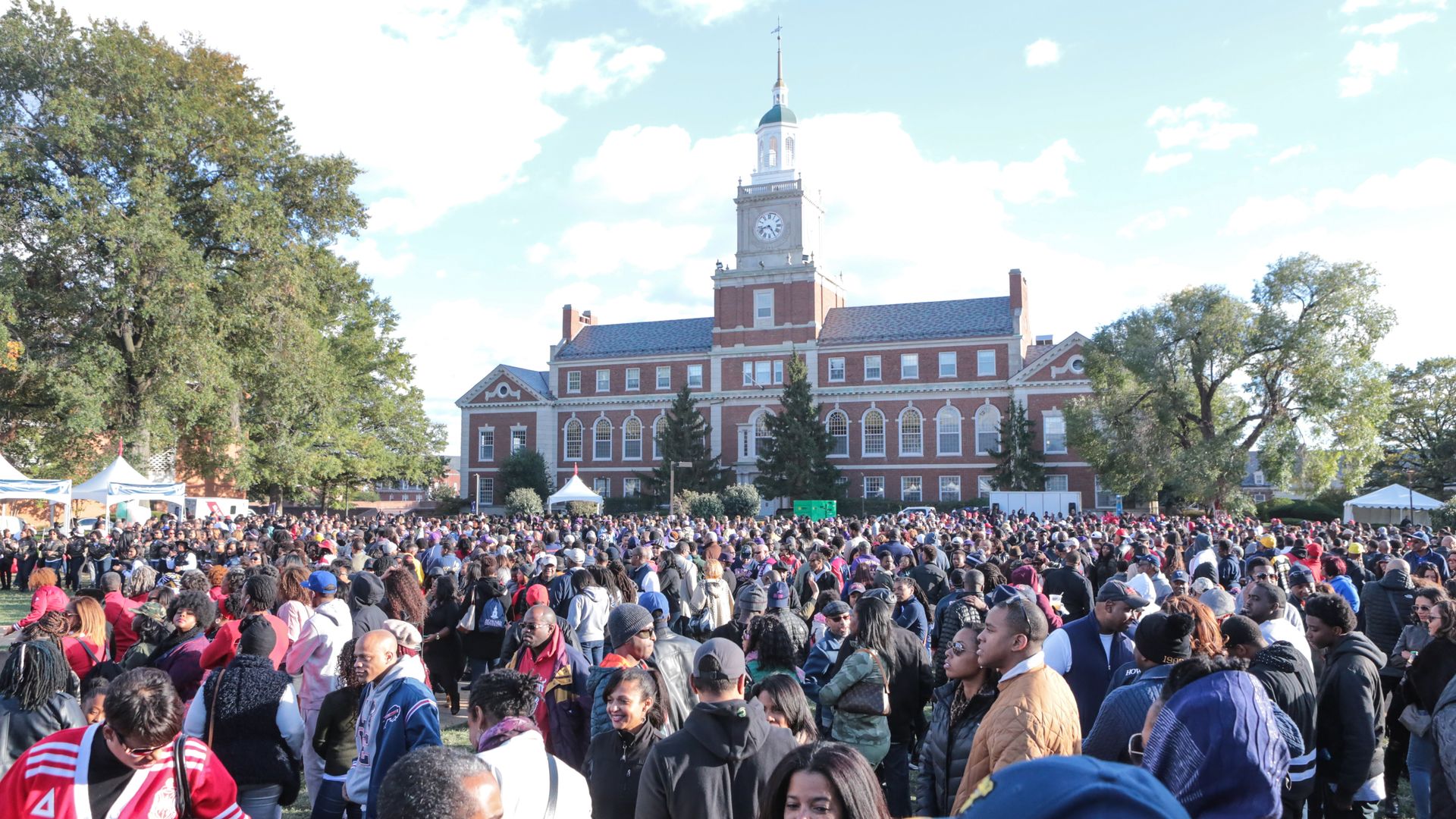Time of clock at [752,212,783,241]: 4:42
